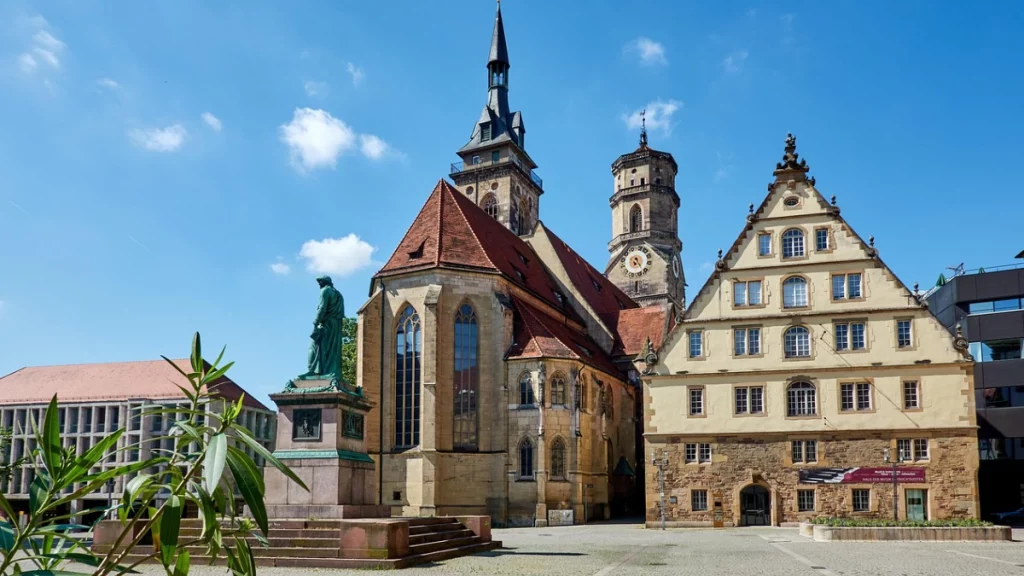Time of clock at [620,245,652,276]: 6:22
